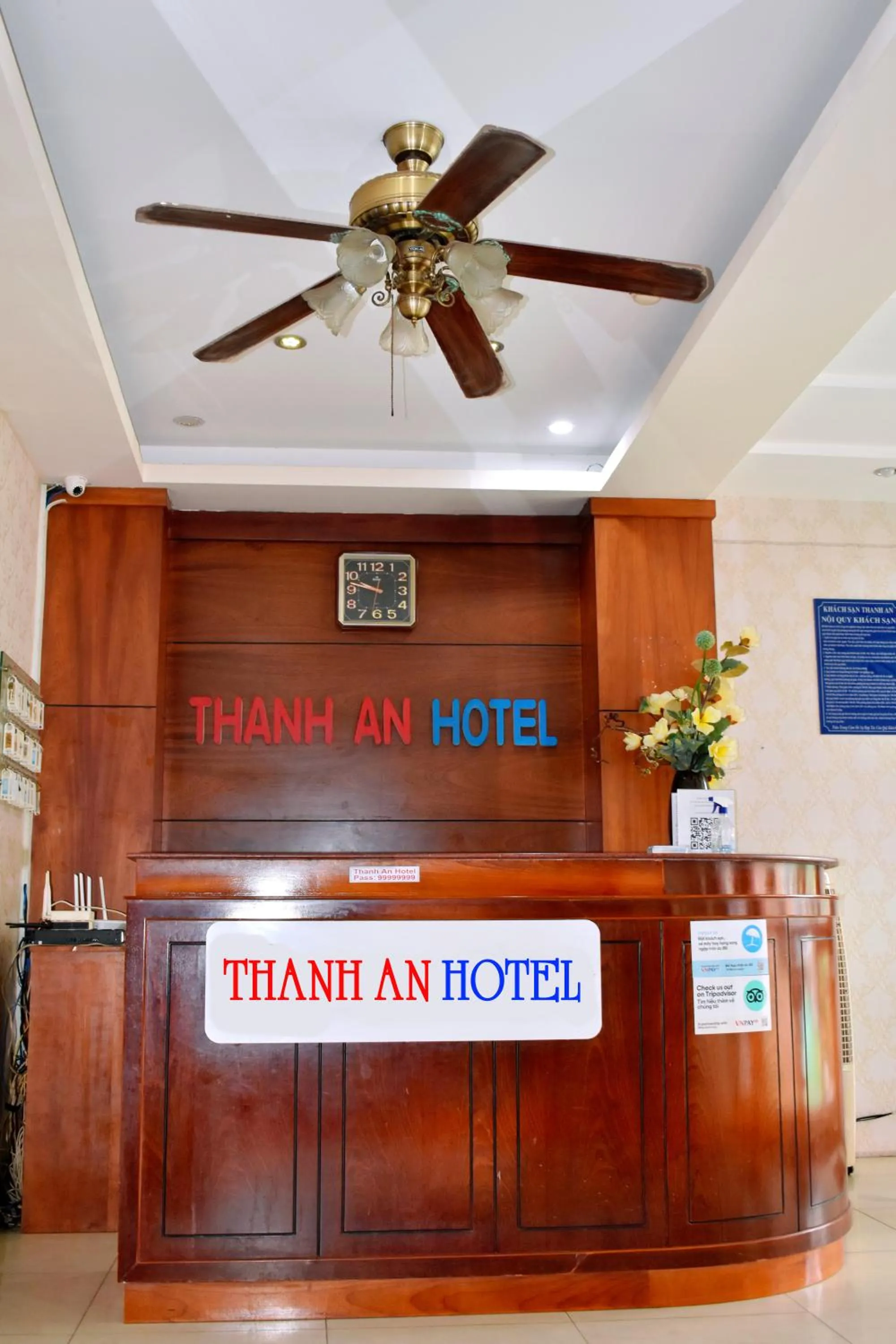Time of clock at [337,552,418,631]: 9:47
